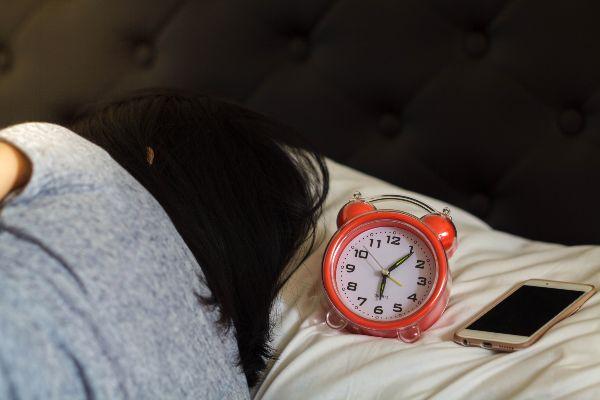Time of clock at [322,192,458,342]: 6:06
